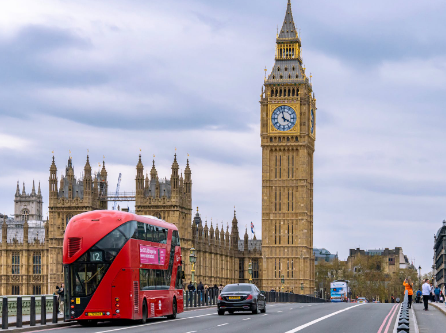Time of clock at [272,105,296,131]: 3:57
